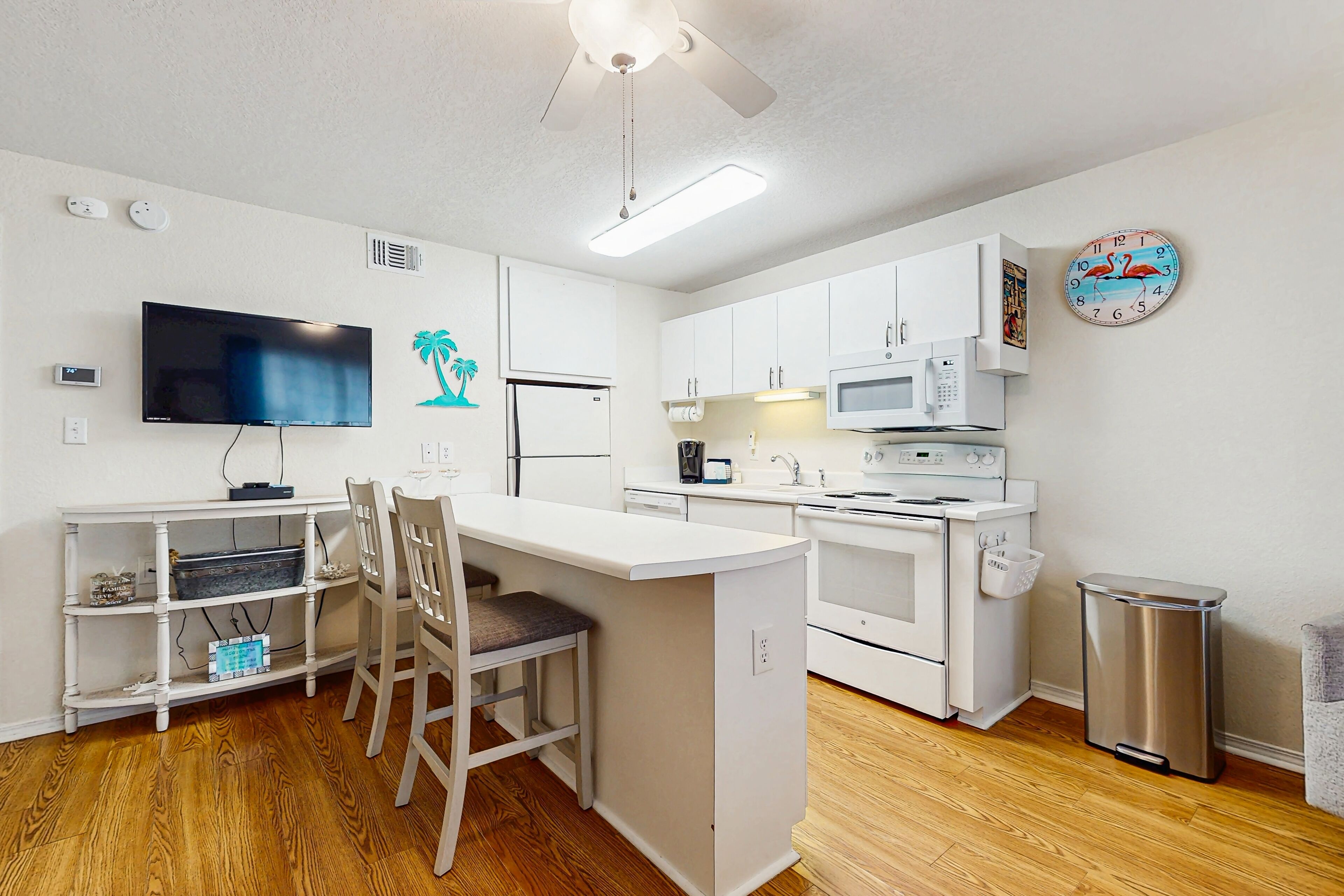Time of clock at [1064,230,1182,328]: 9:16
